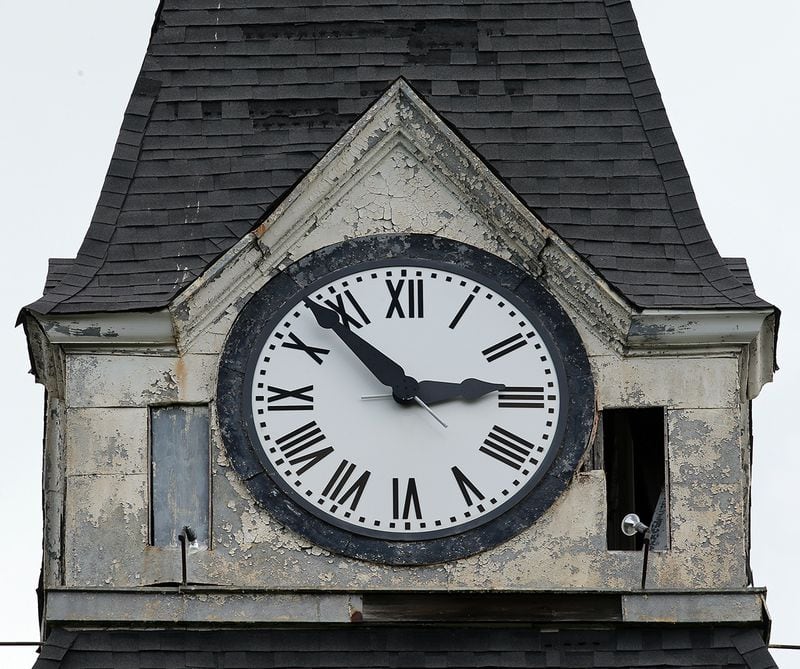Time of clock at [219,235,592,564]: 2:53
